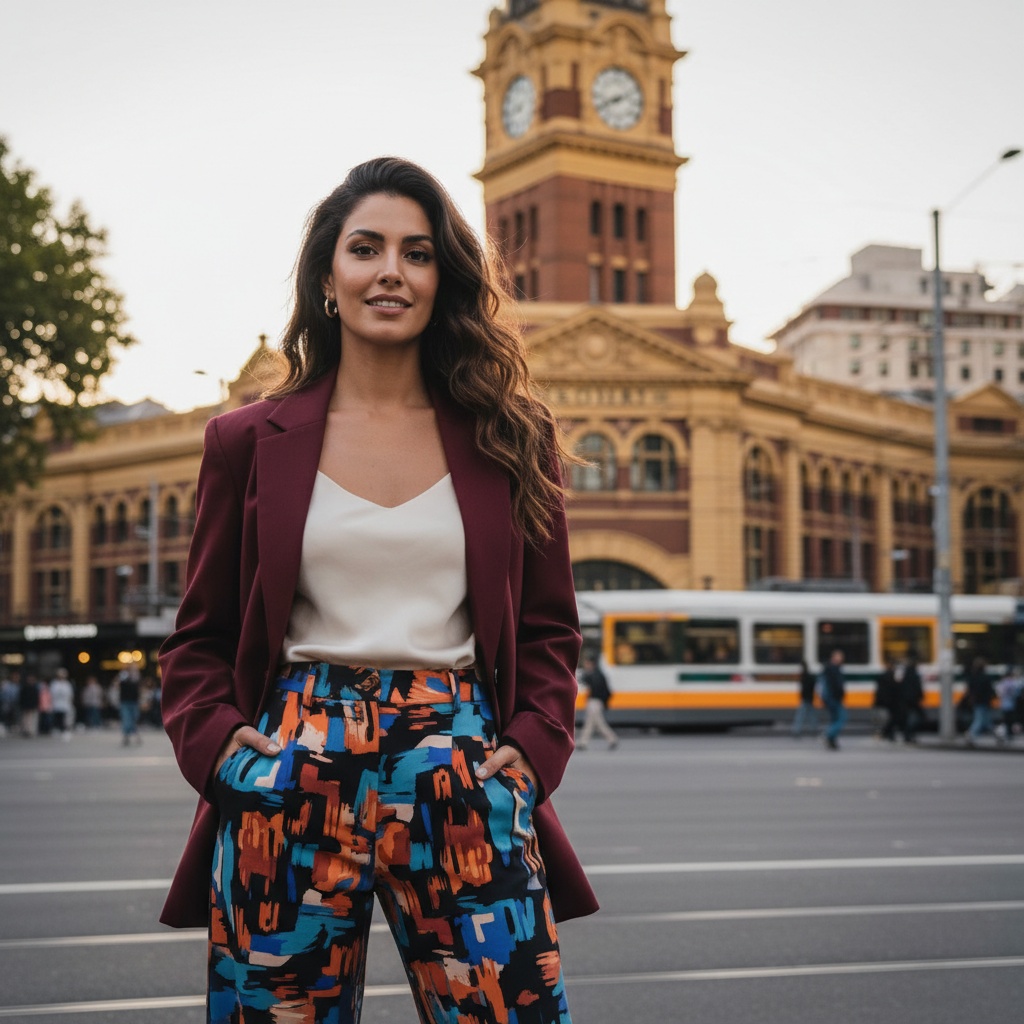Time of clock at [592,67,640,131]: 8:11
